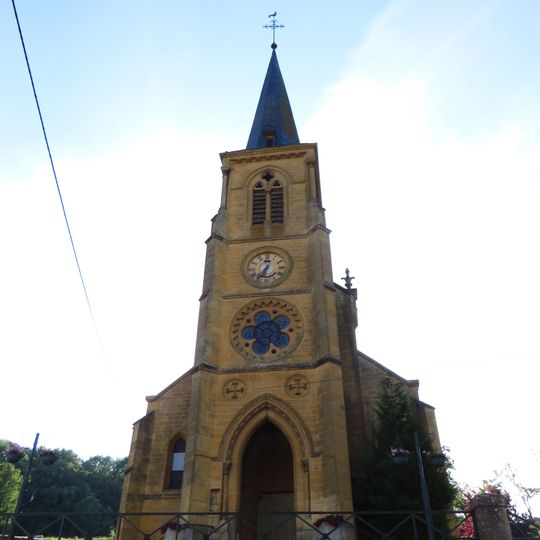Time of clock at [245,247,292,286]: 6:36
